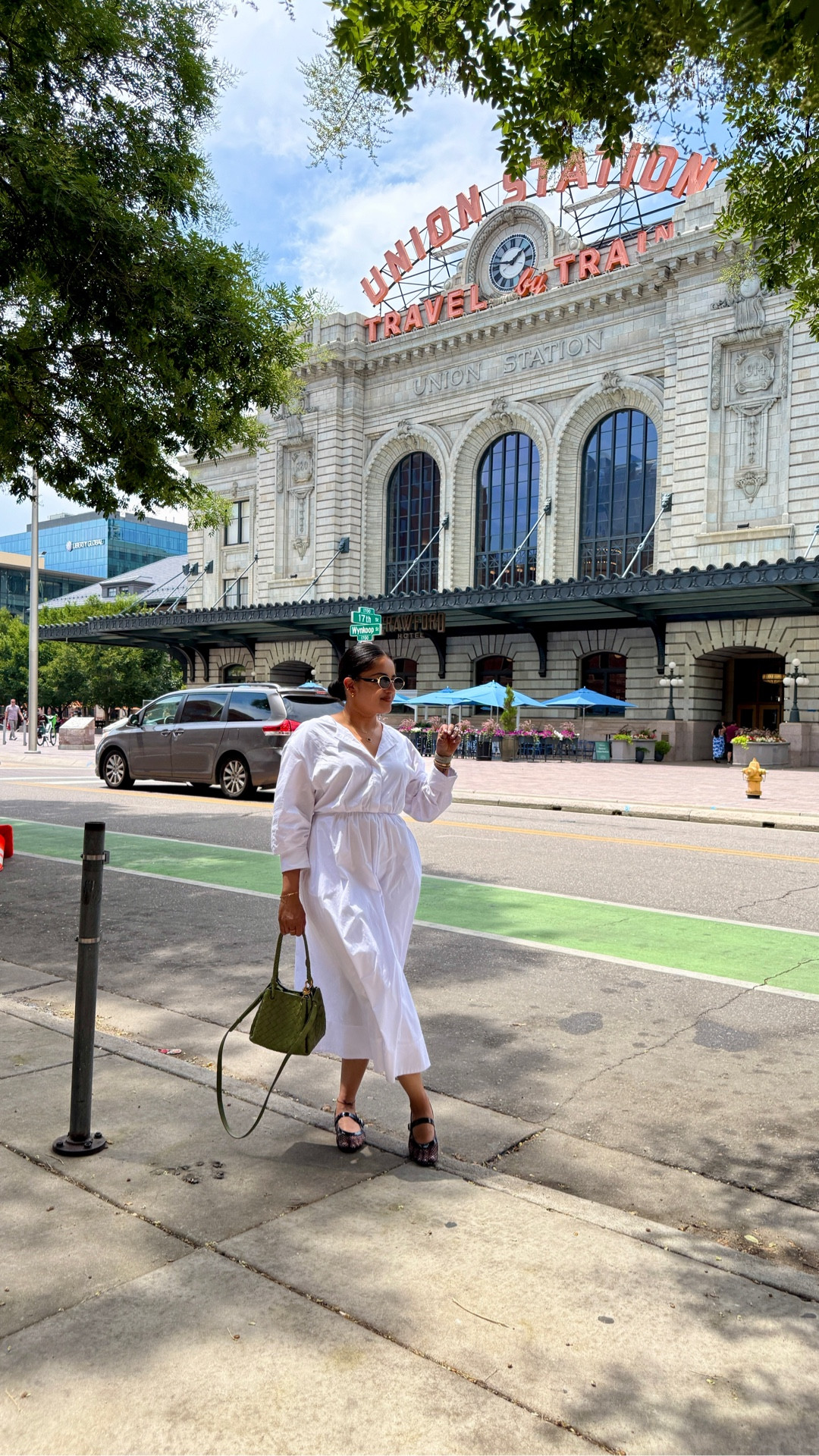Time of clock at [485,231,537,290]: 1:46
